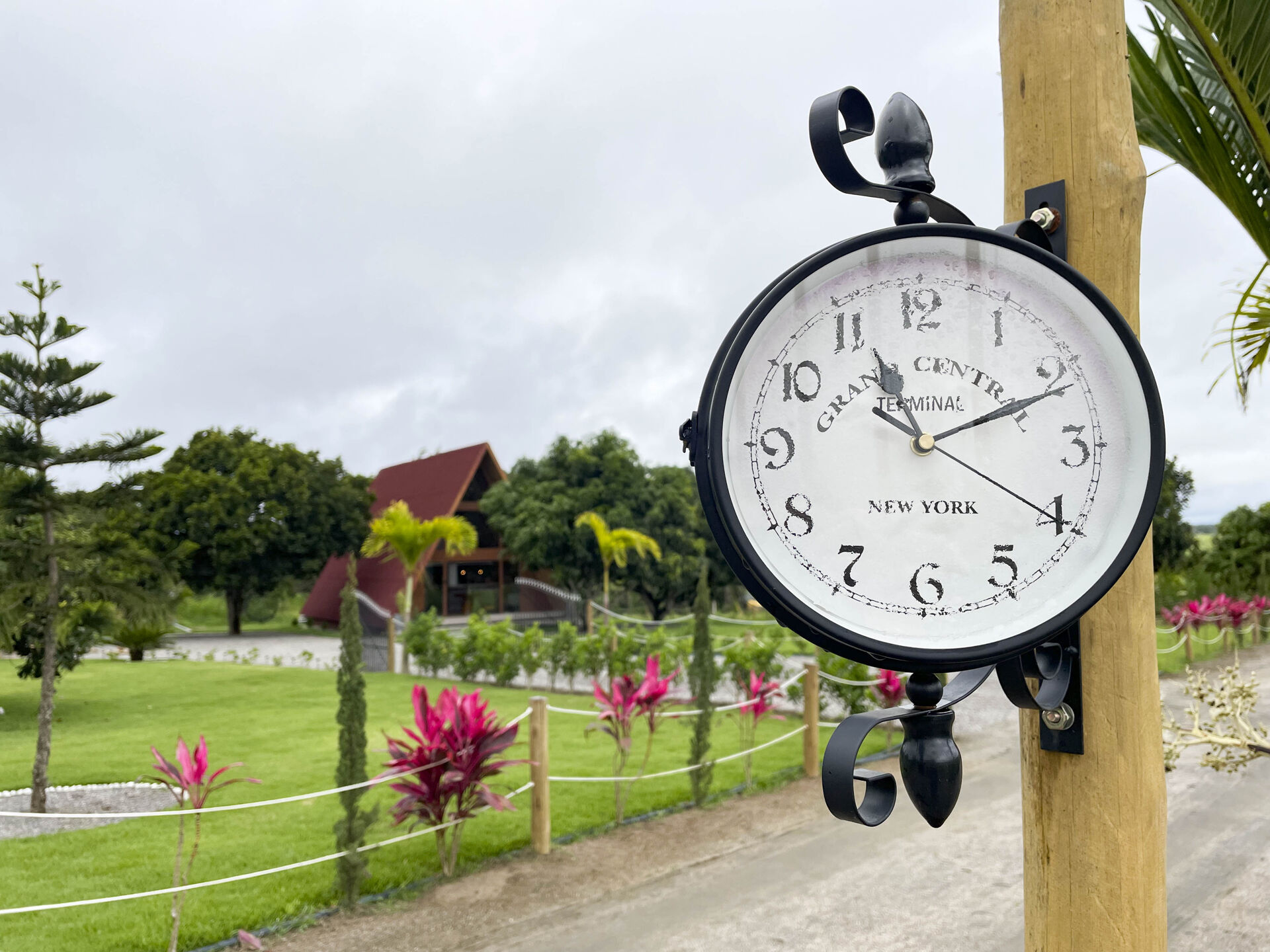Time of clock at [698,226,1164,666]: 11:11
